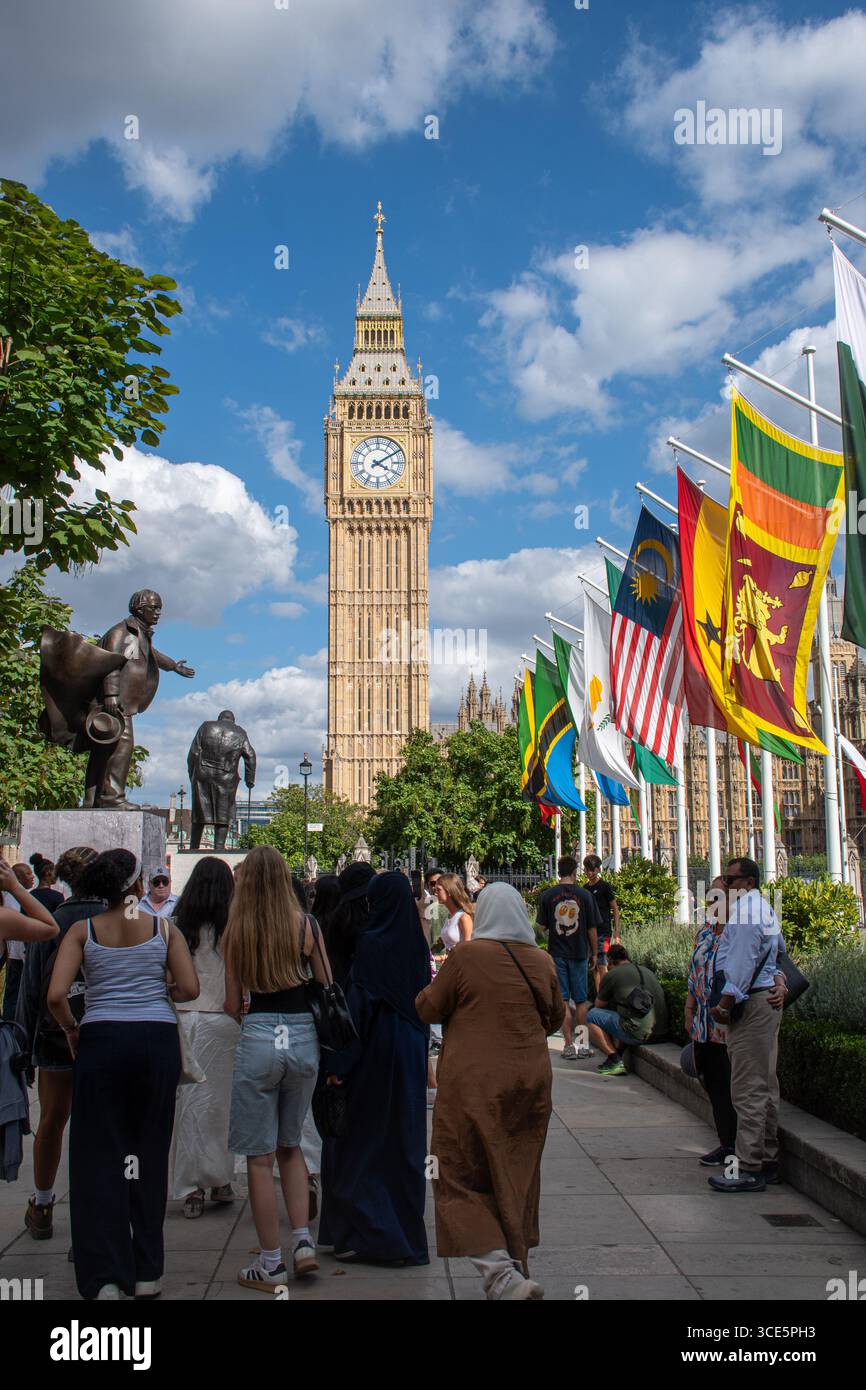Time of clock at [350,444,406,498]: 4:09
